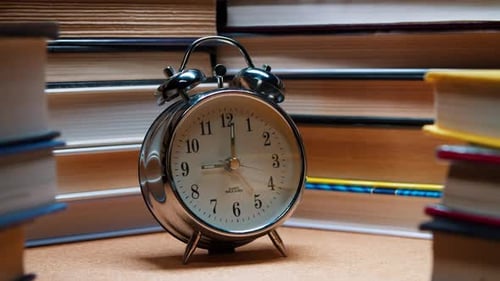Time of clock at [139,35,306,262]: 9:01
